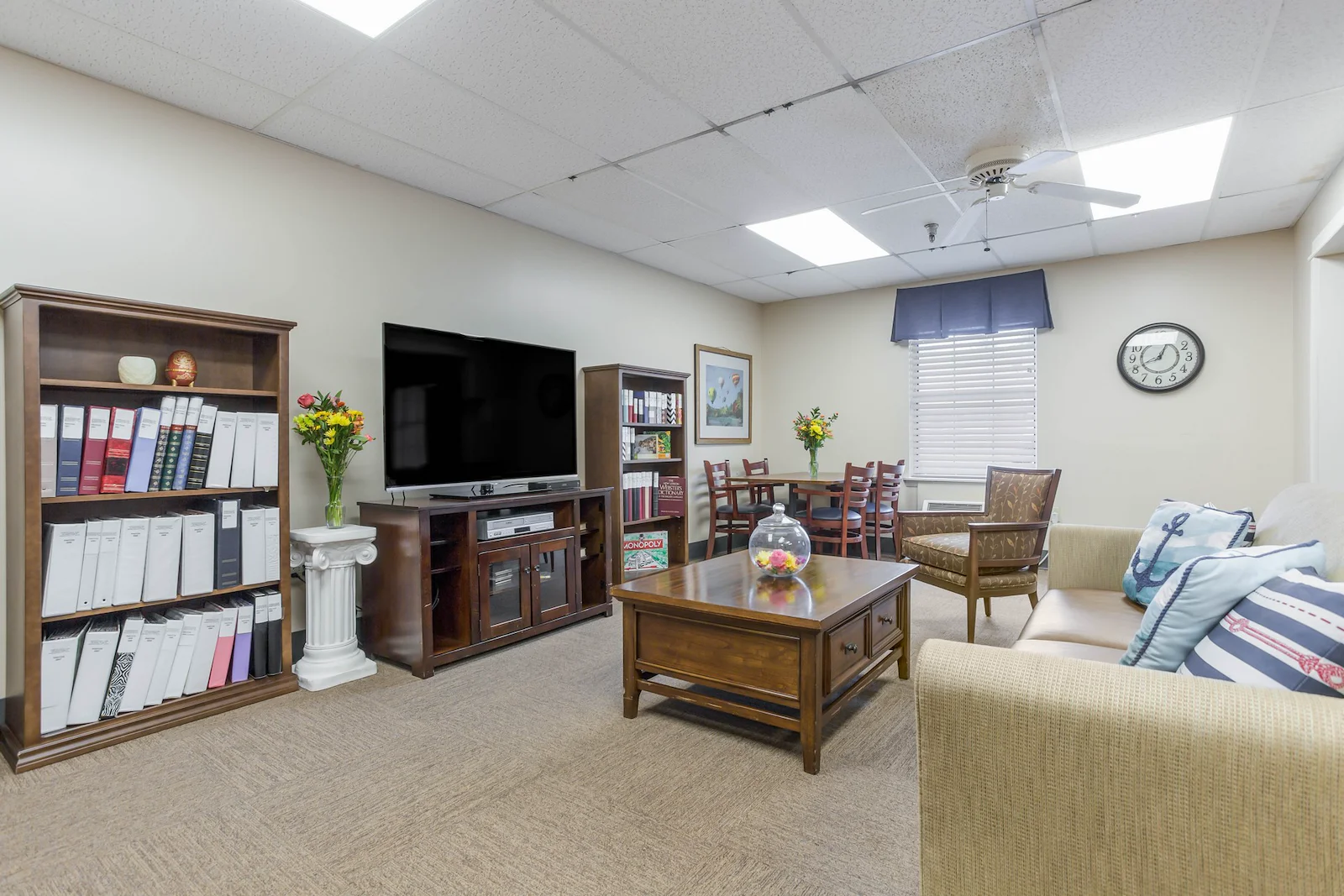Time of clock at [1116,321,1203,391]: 12:41
